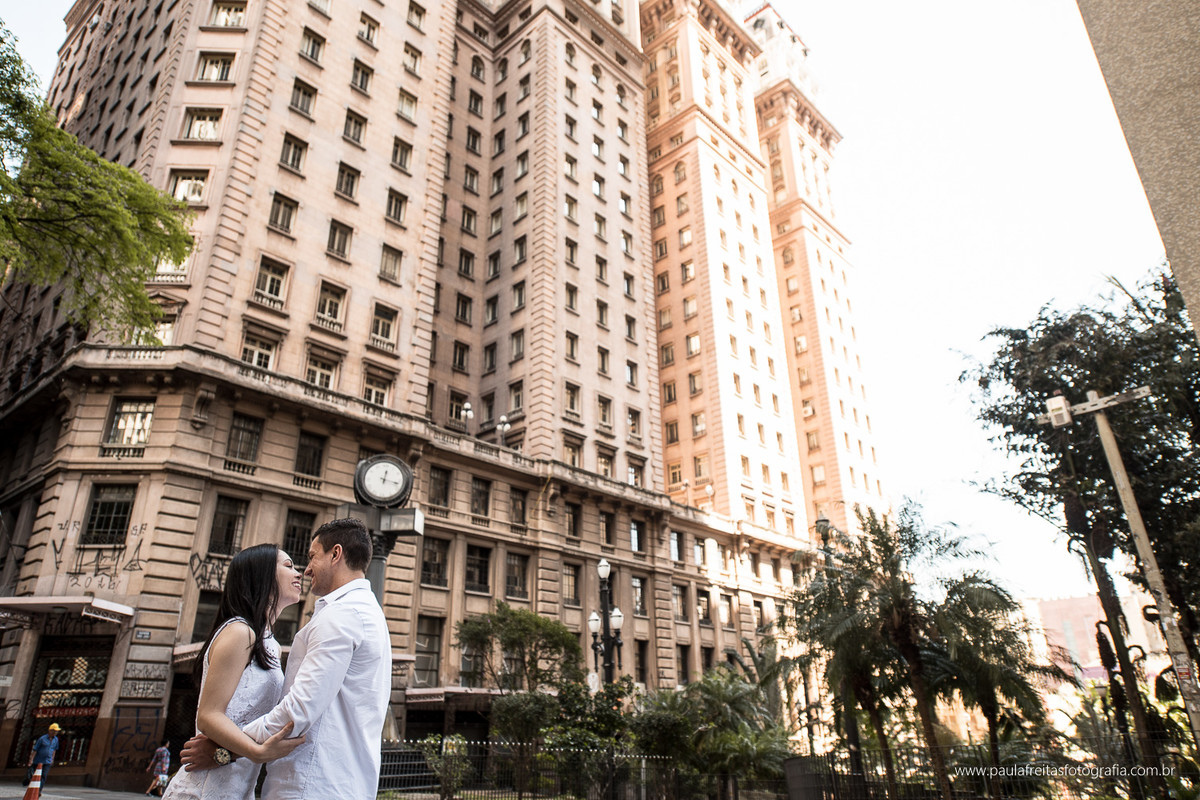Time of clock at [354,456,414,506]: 12:17
